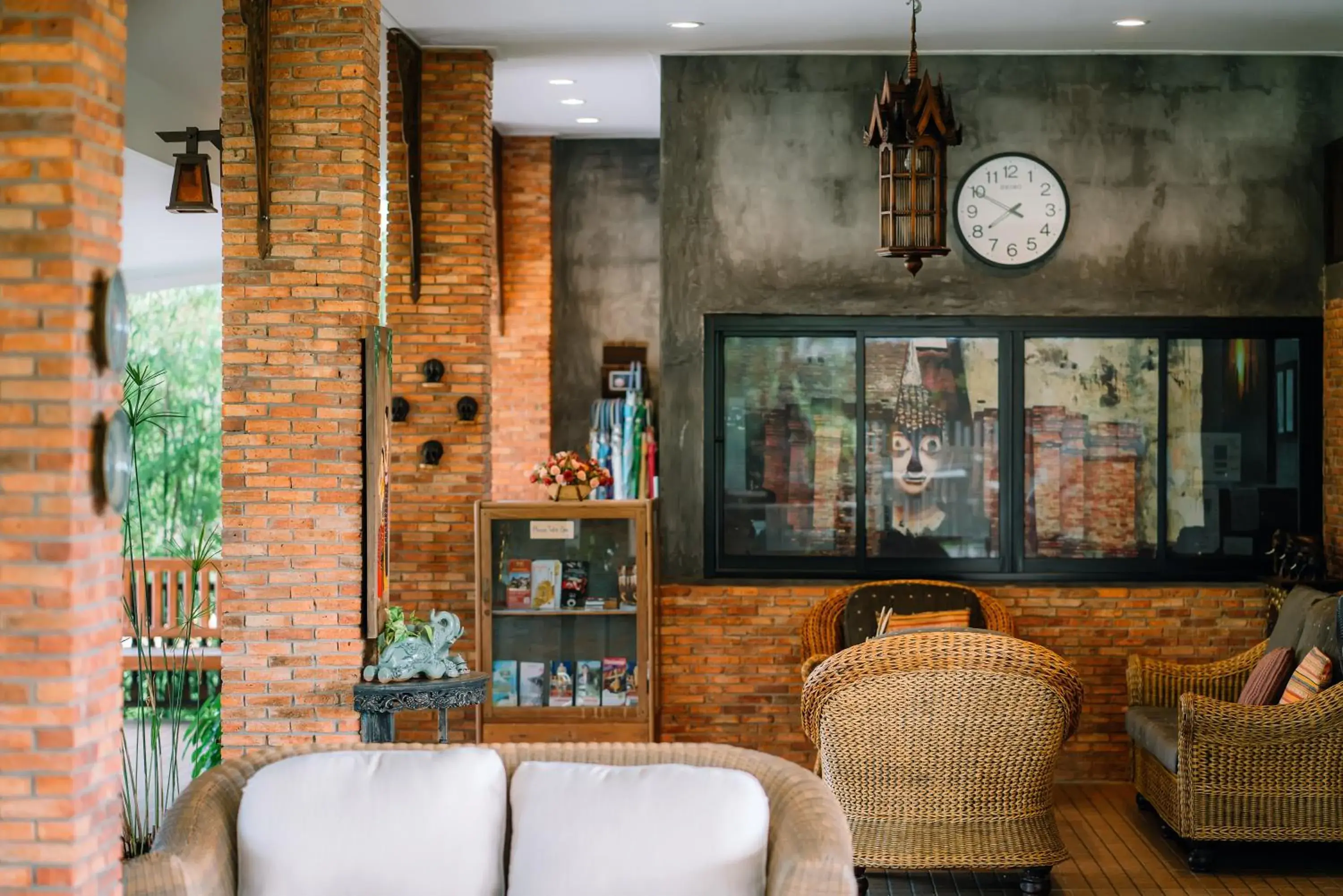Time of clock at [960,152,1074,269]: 7:49
